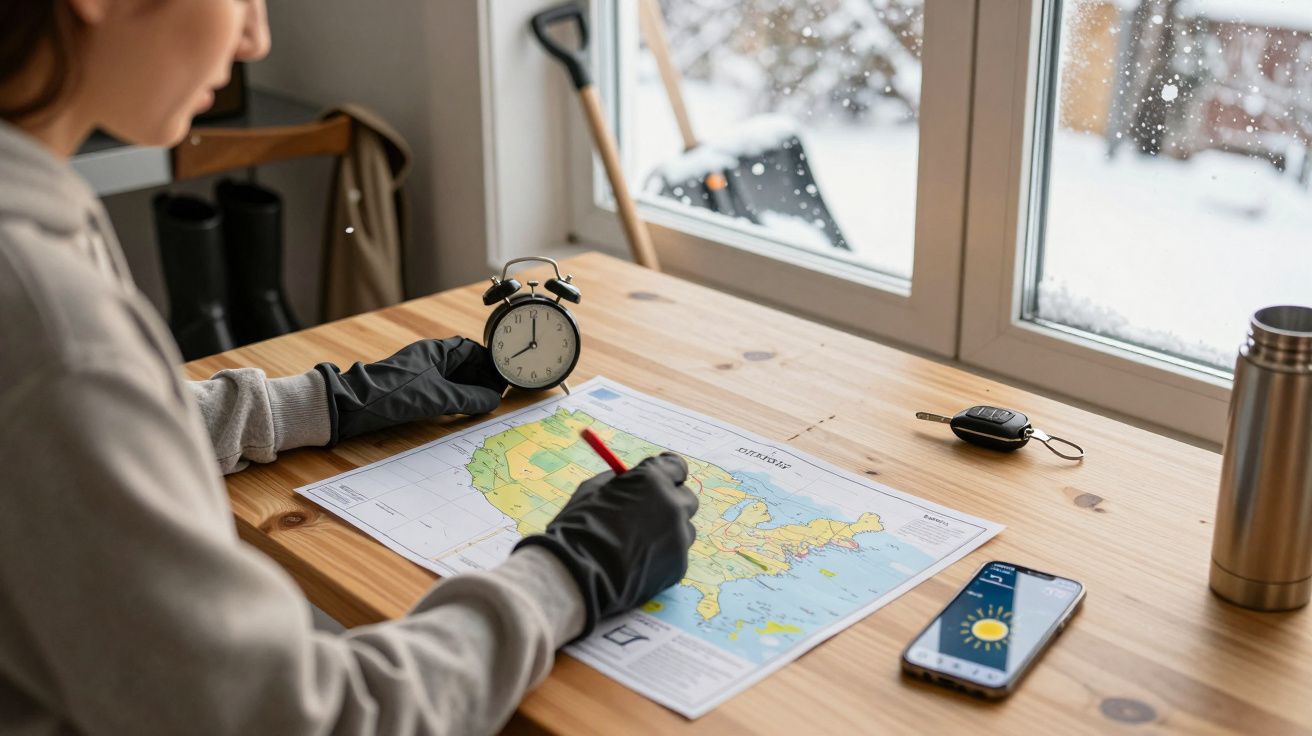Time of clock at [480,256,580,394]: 8:00
